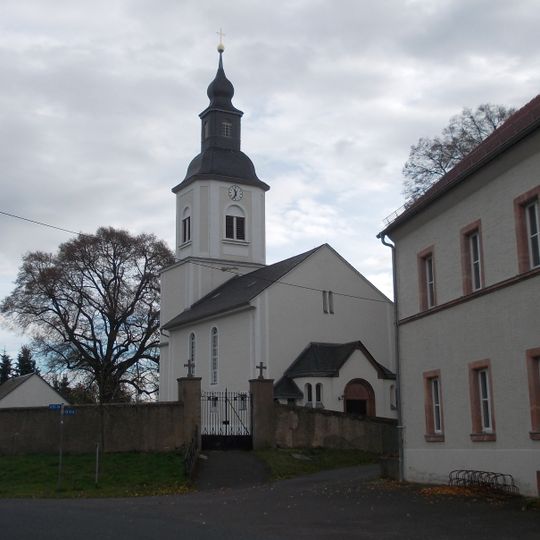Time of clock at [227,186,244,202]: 11:33
